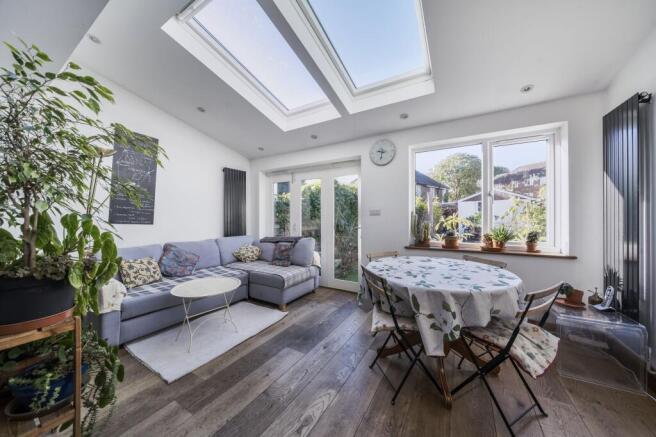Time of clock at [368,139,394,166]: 9:32
